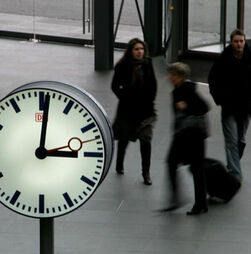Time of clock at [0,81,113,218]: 3:01
